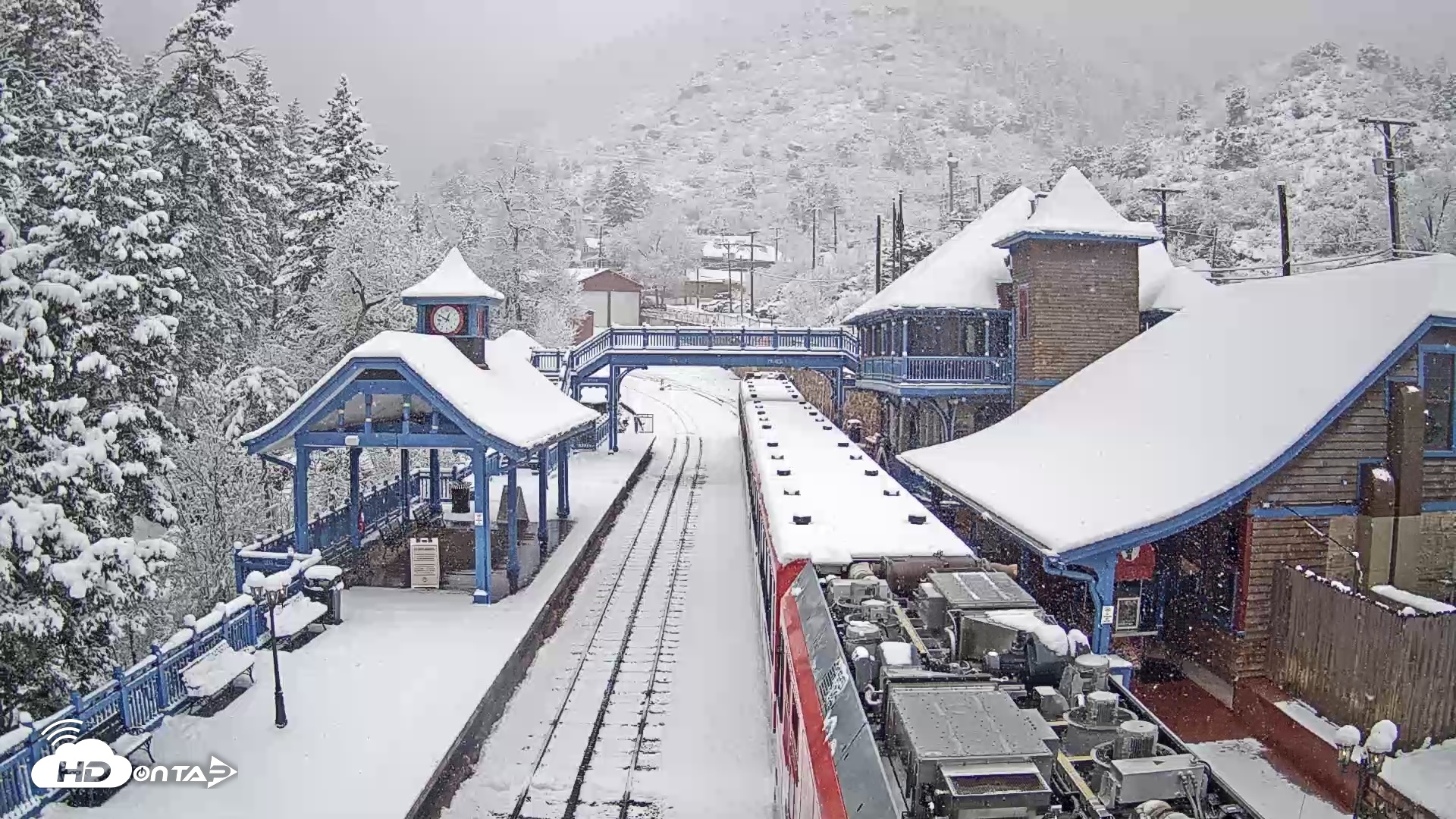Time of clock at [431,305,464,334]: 12:49
